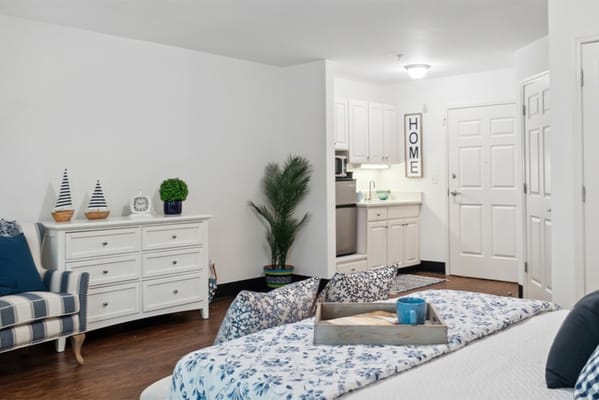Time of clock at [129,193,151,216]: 9:12
